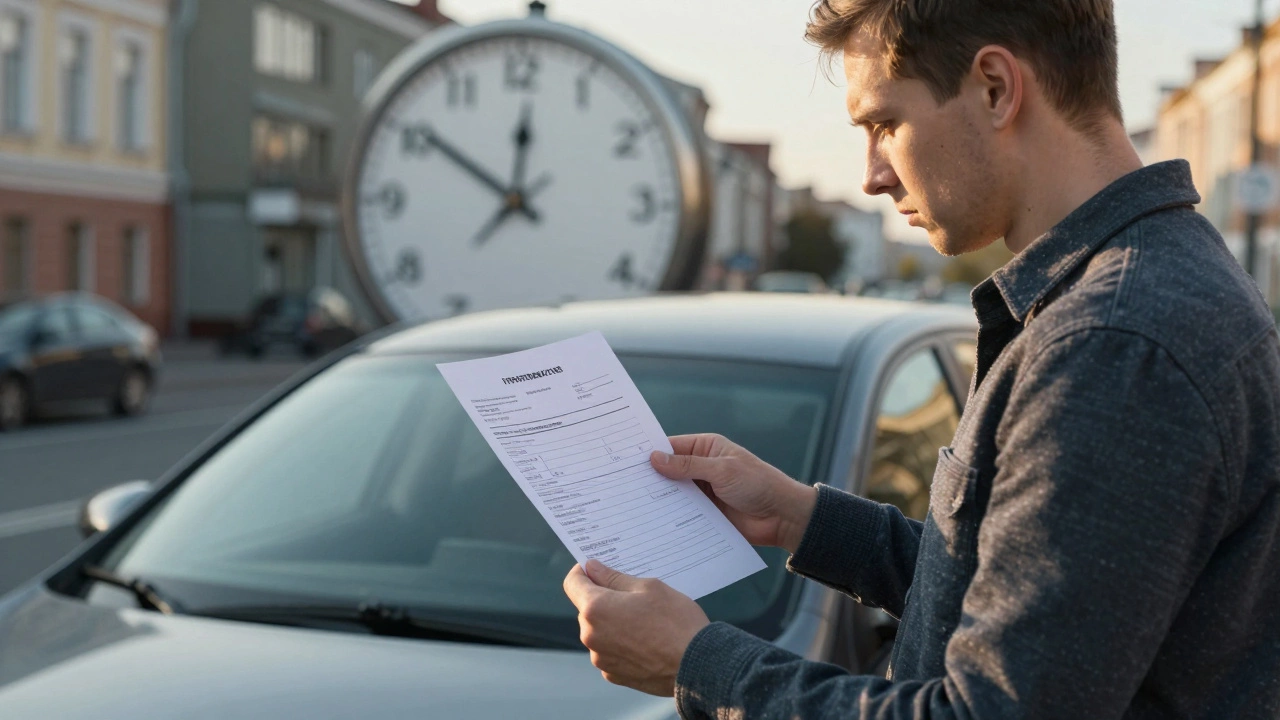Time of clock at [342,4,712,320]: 11:50
